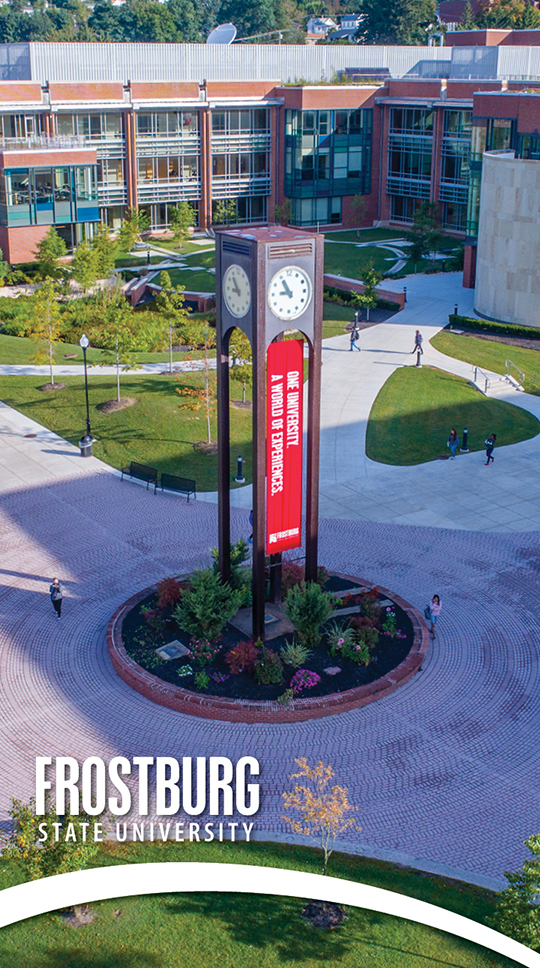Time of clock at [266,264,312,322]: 8:54
